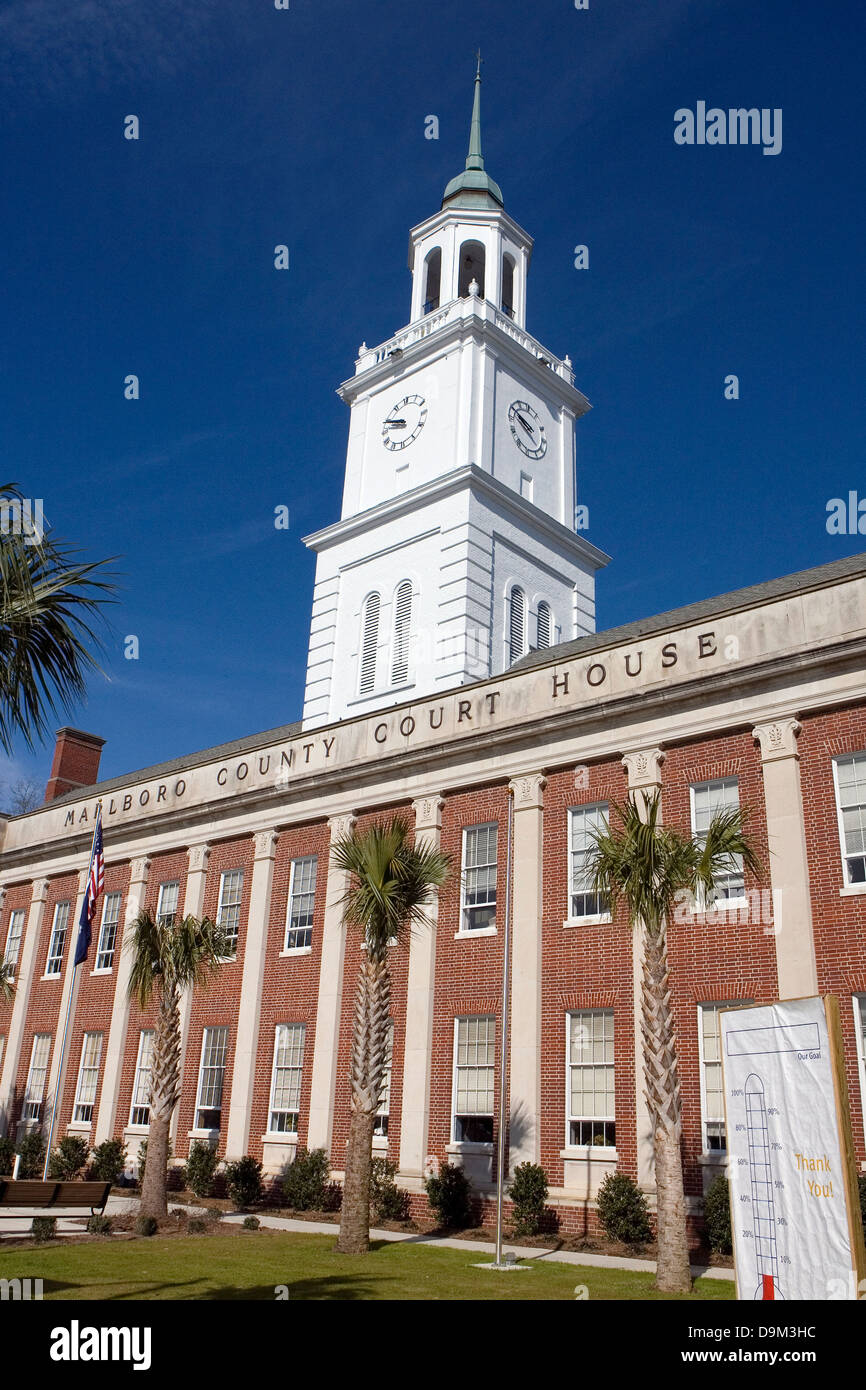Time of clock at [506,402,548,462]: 9:50
